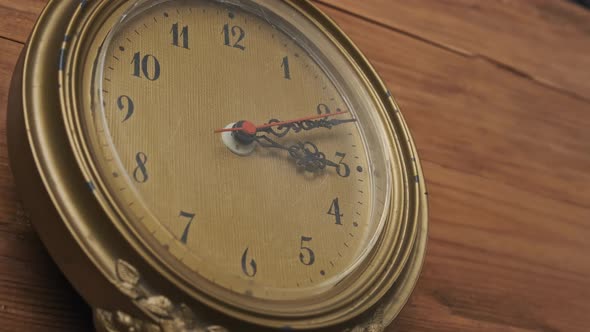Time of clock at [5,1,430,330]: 3:11
